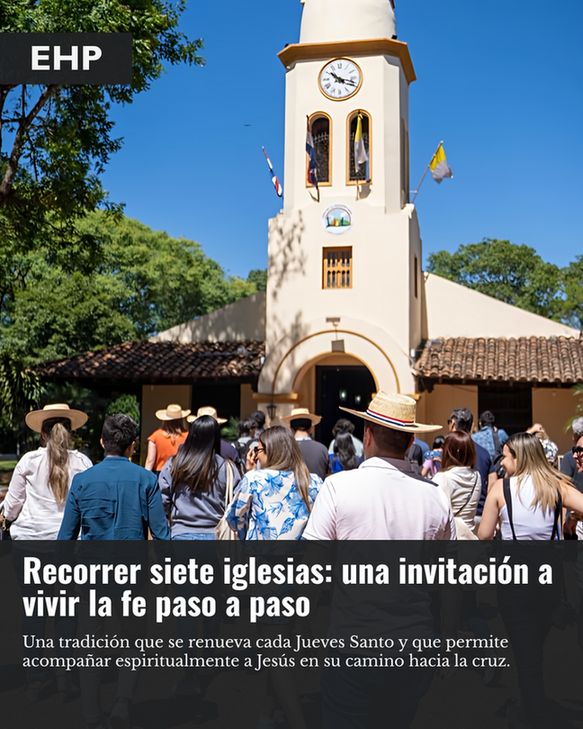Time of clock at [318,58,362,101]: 10:17
